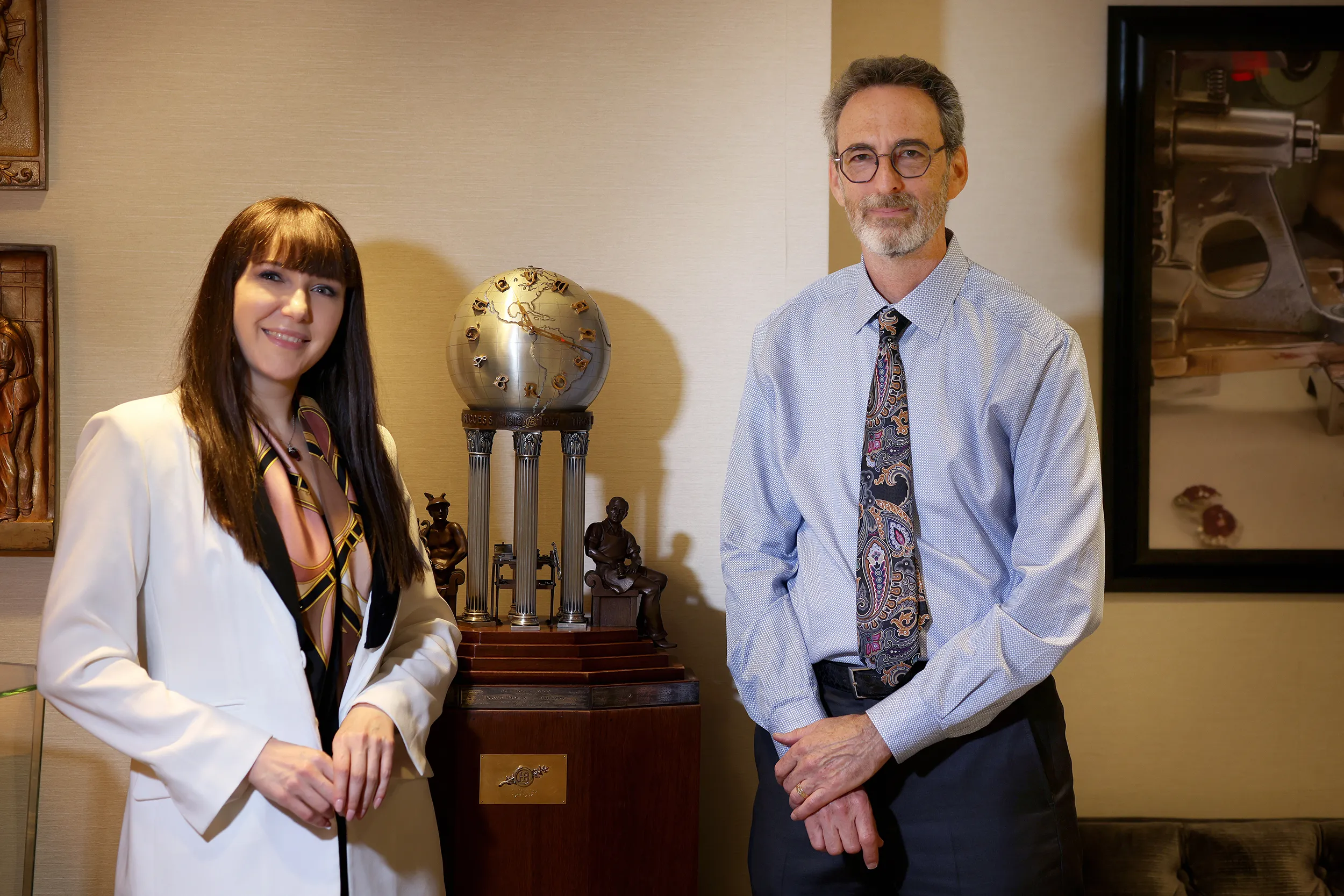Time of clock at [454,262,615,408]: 11:18
